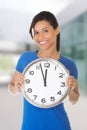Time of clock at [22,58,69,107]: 11:56
